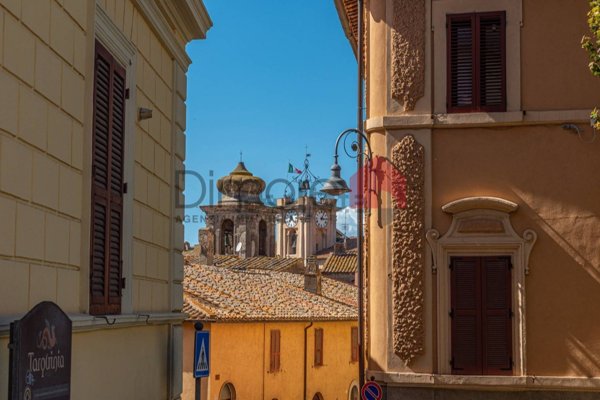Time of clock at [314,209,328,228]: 3:04
